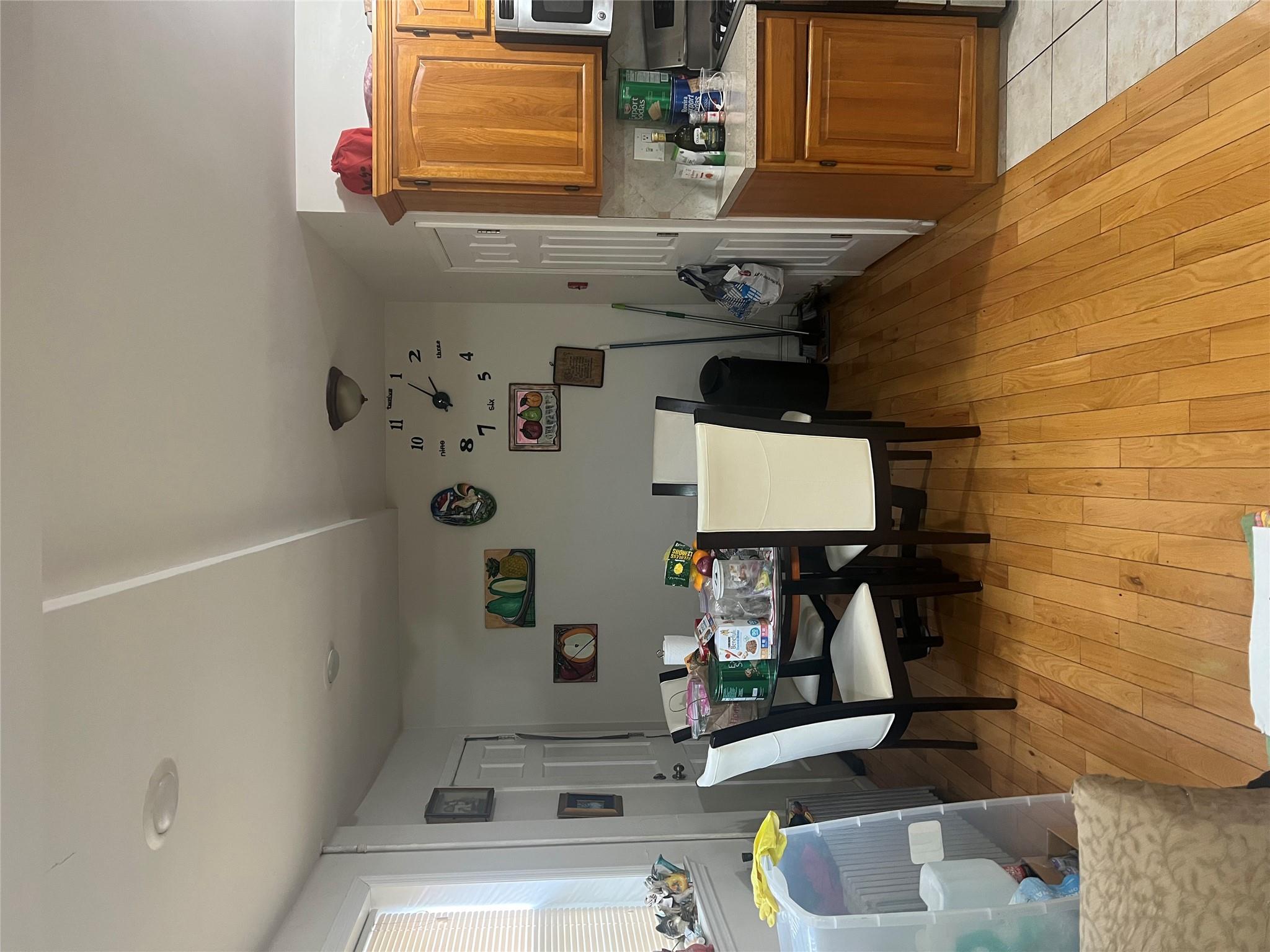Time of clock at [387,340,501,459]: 10:49
